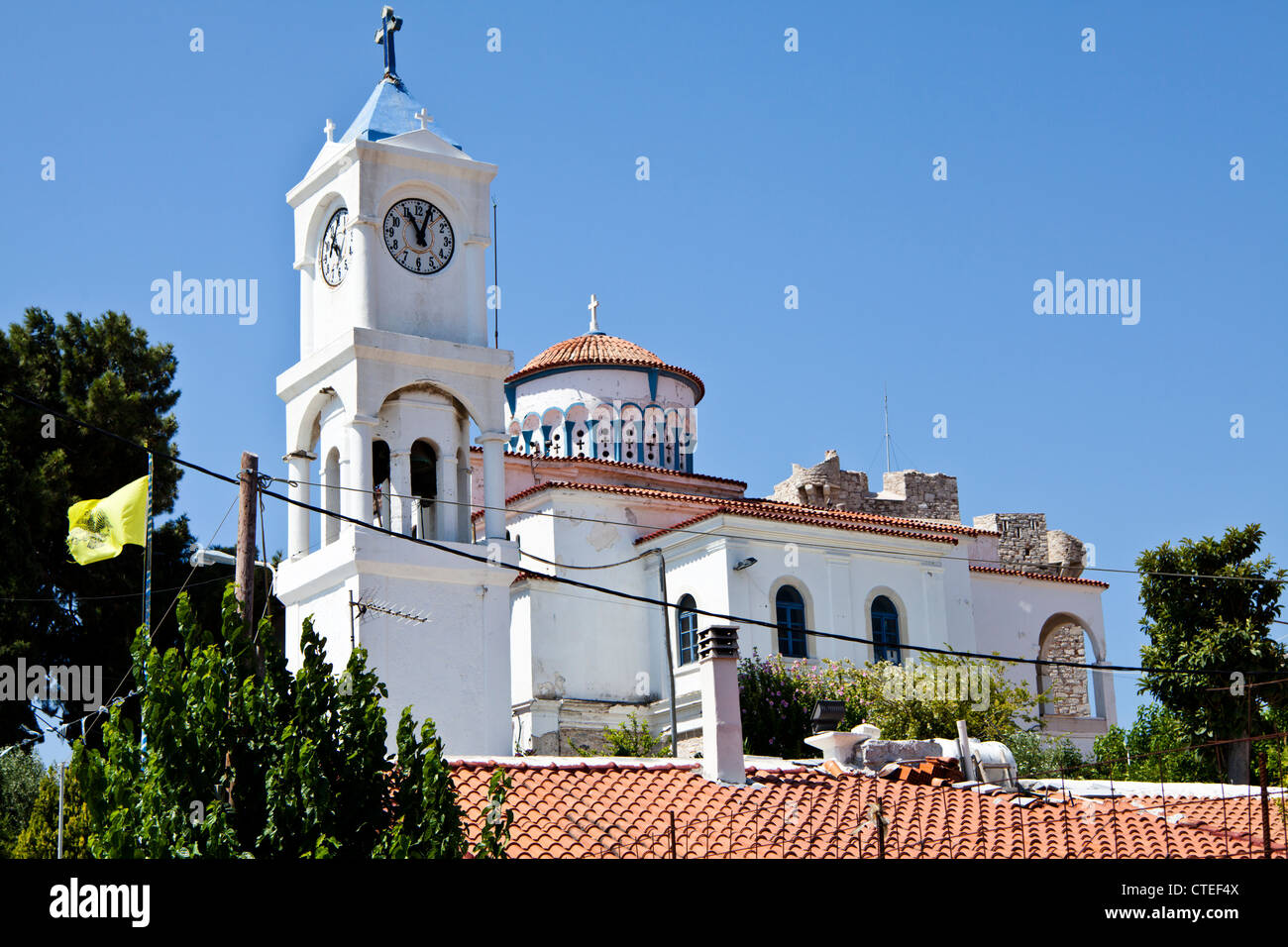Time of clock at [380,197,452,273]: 11:03
